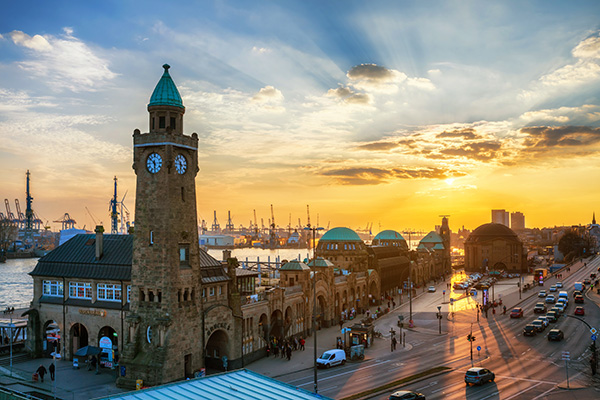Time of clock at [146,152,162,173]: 5:51
